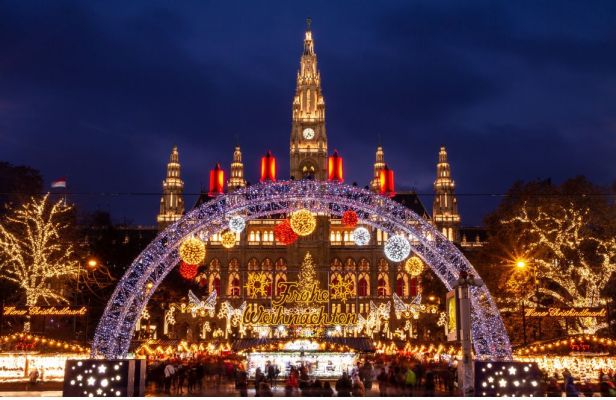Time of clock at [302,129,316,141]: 4:35
